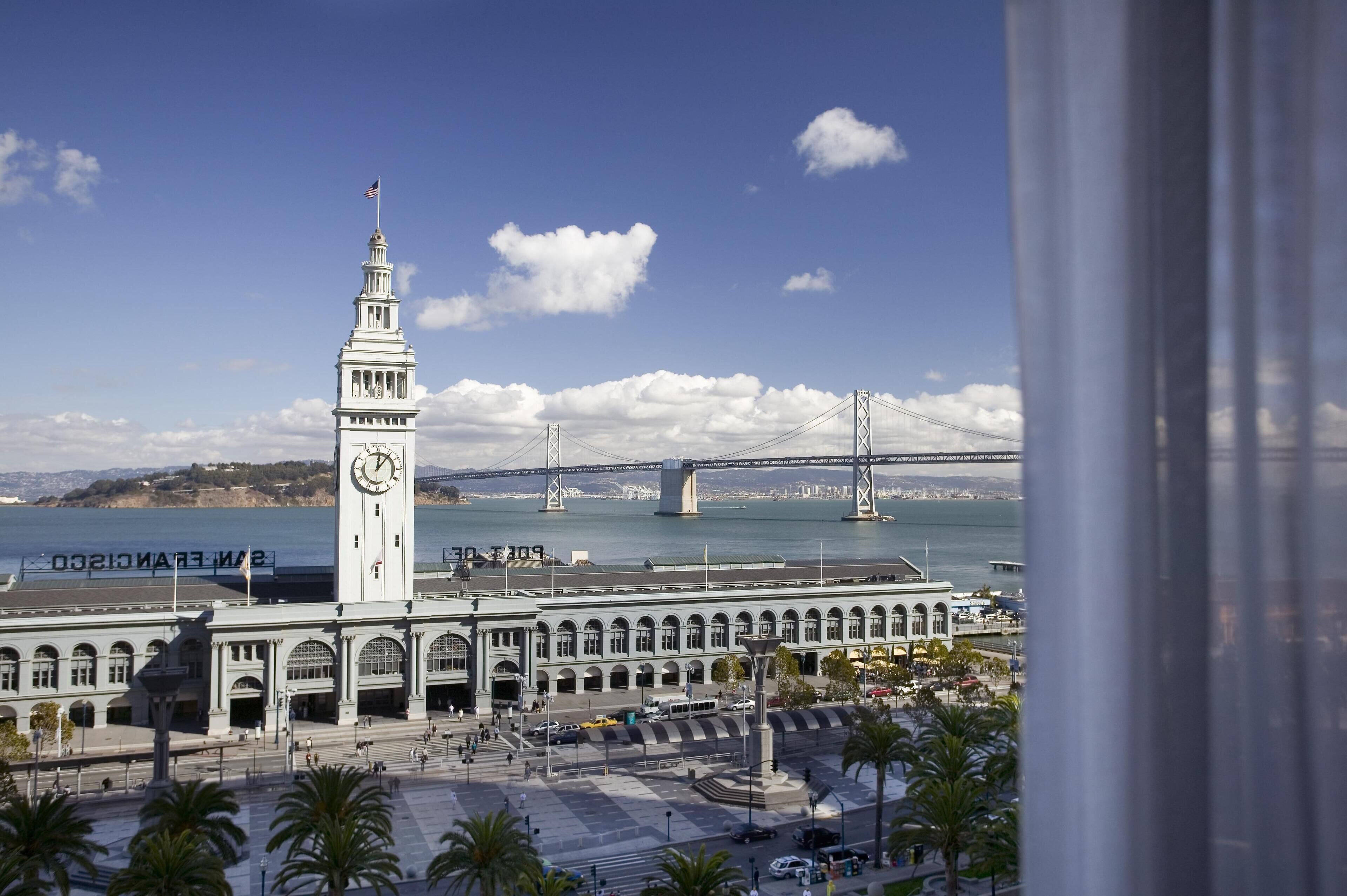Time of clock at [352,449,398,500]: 12:06
